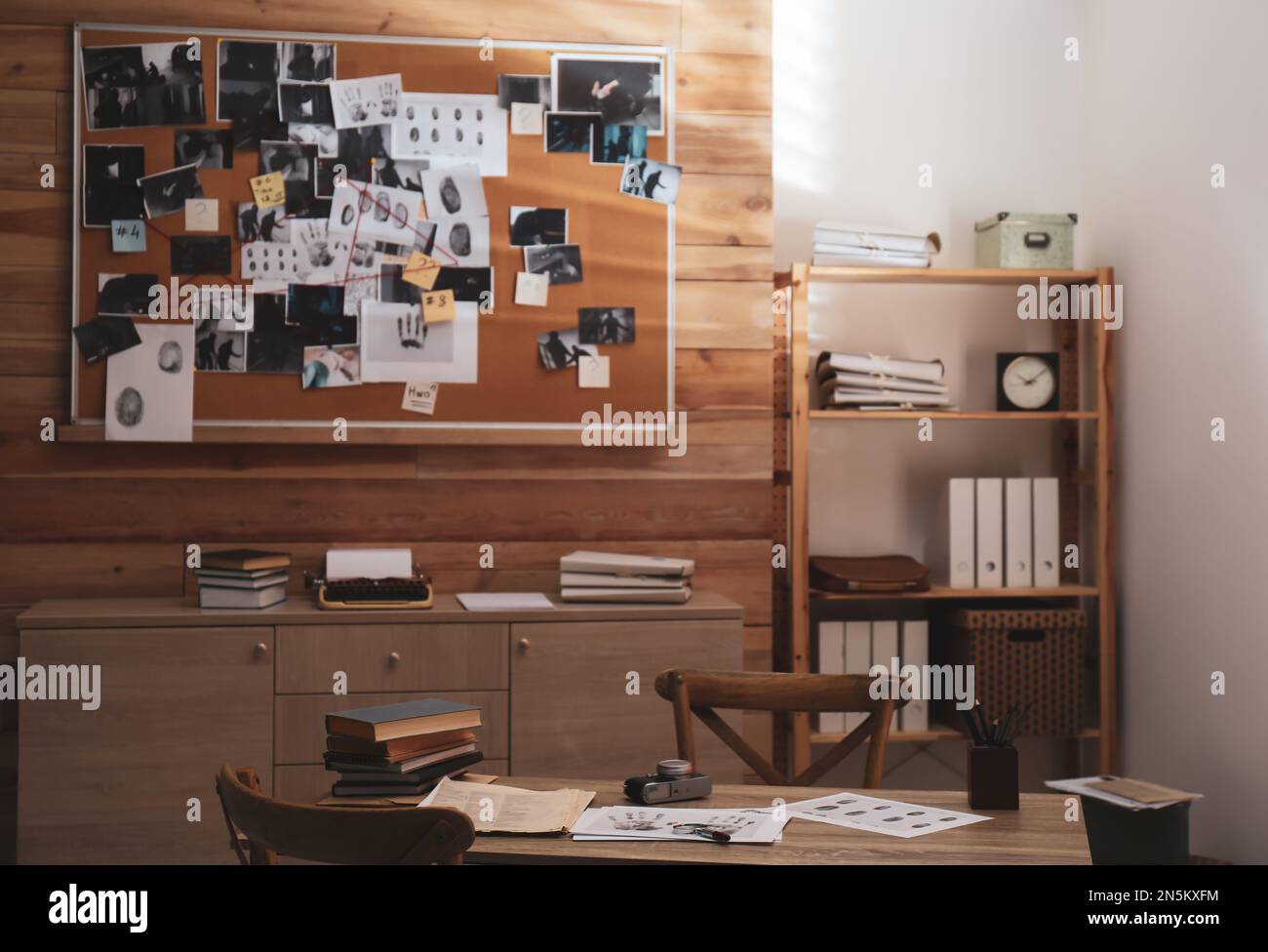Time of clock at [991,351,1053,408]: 10:08
